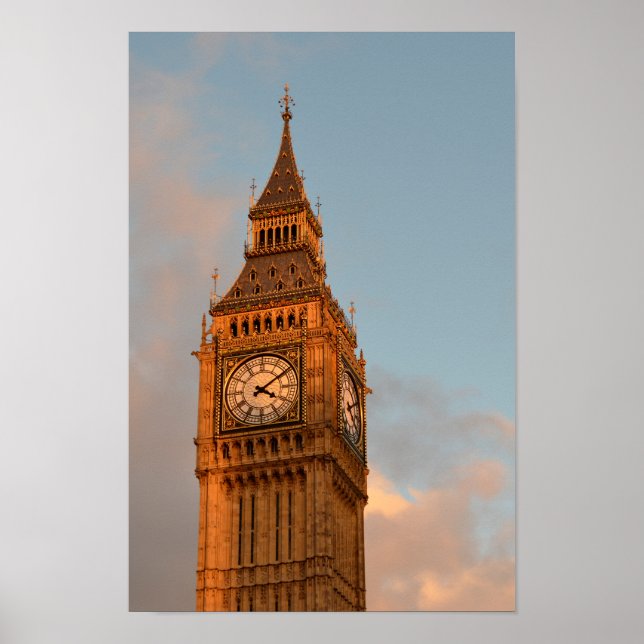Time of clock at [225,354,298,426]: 4:09
